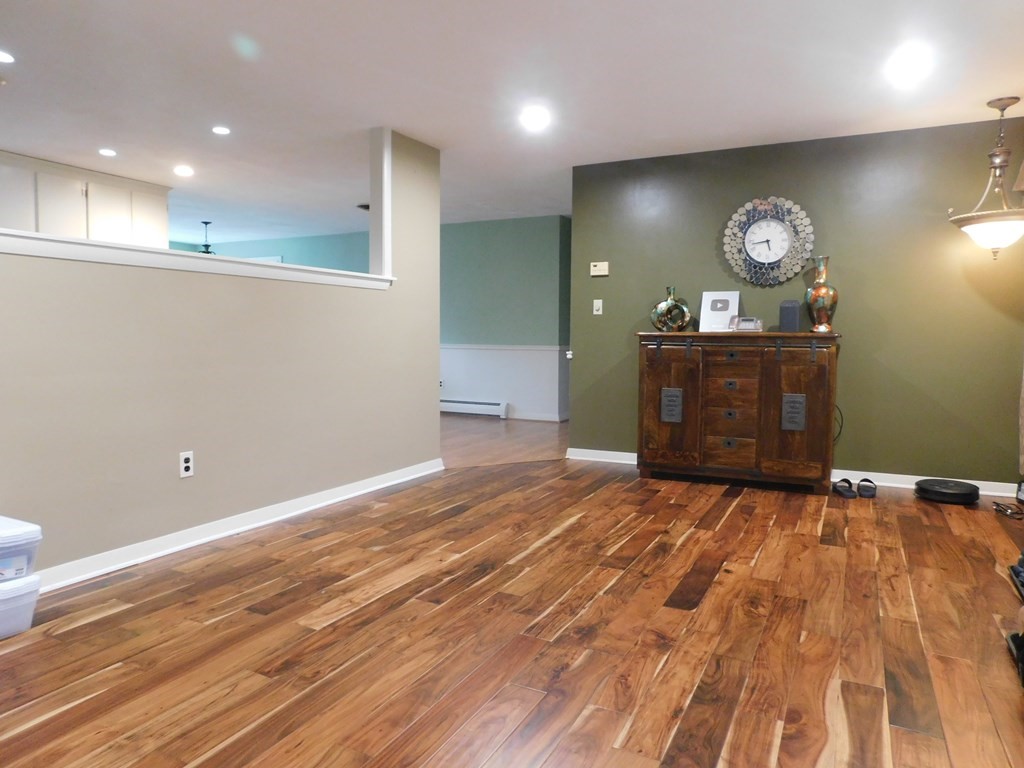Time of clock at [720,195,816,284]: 5:43
